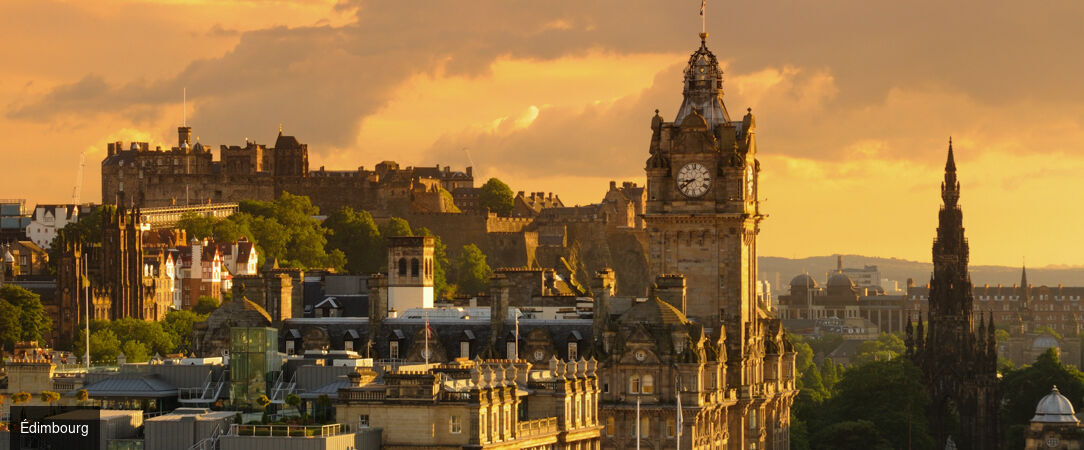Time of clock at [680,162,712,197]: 8:39
